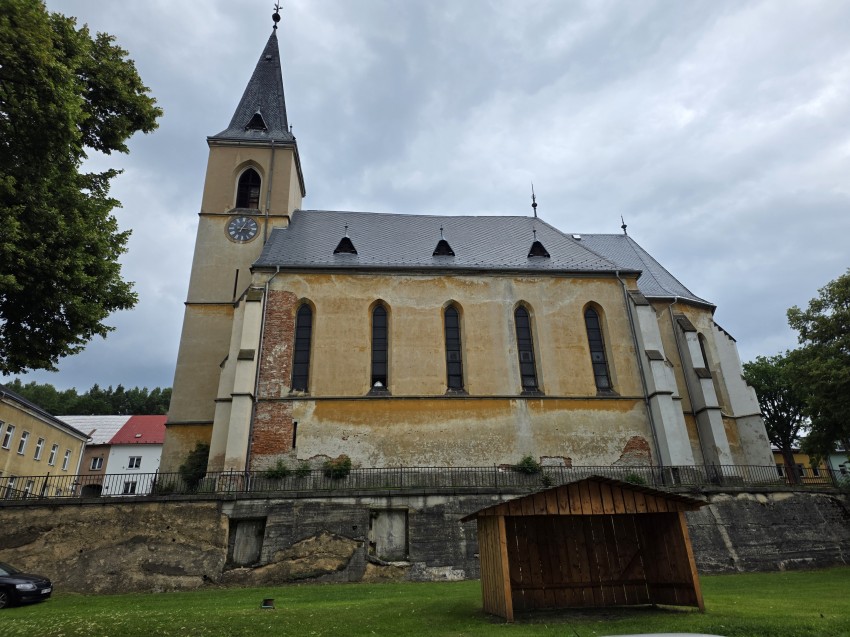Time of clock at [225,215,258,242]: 3:04
